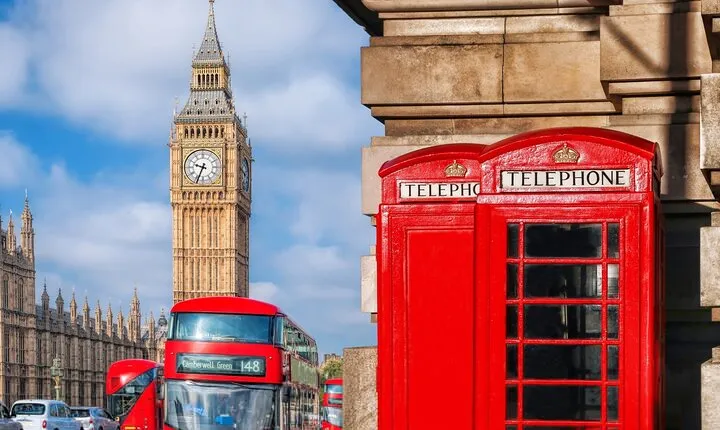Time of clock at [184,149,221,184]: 9:34
